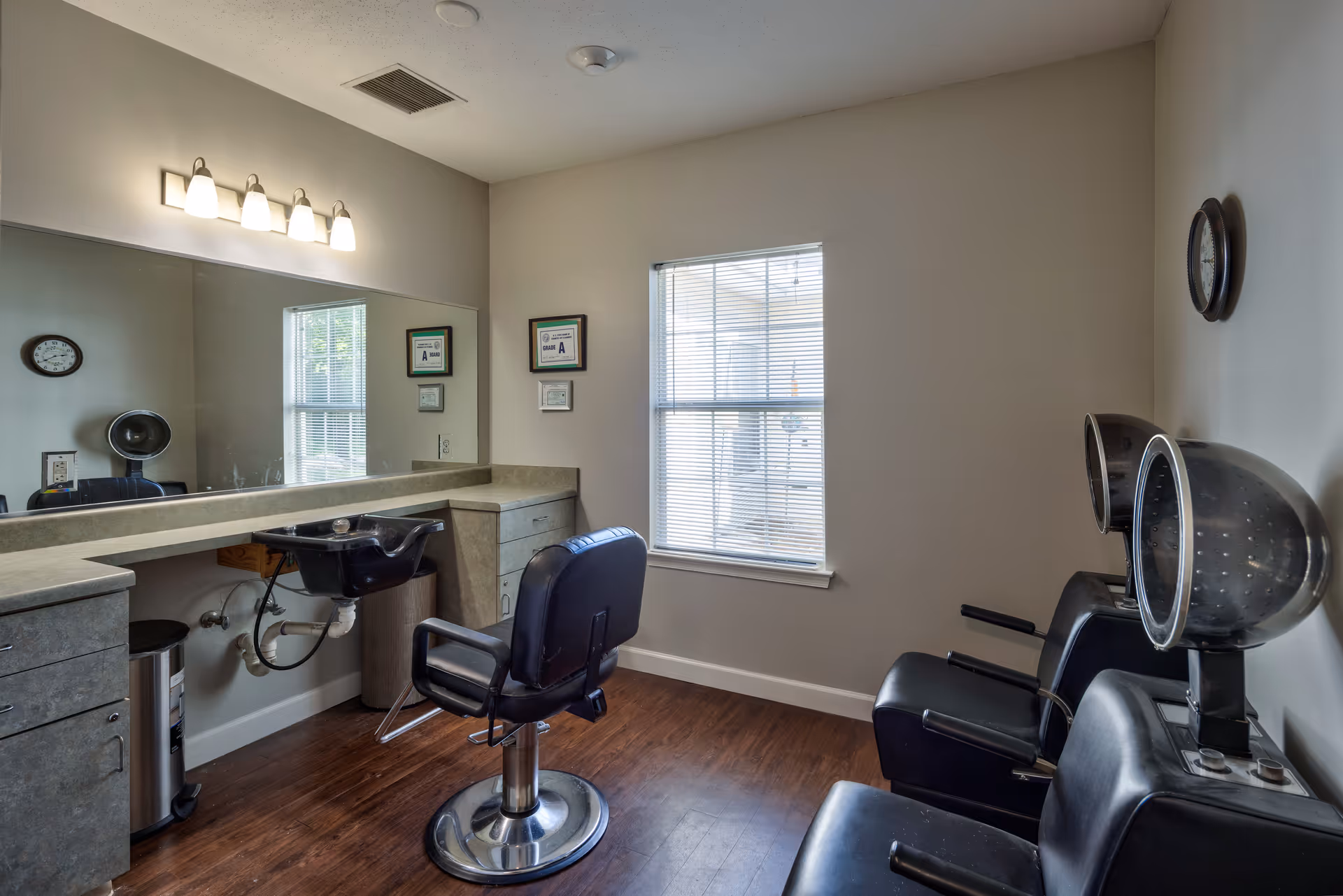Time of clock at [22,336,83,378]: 2:39
